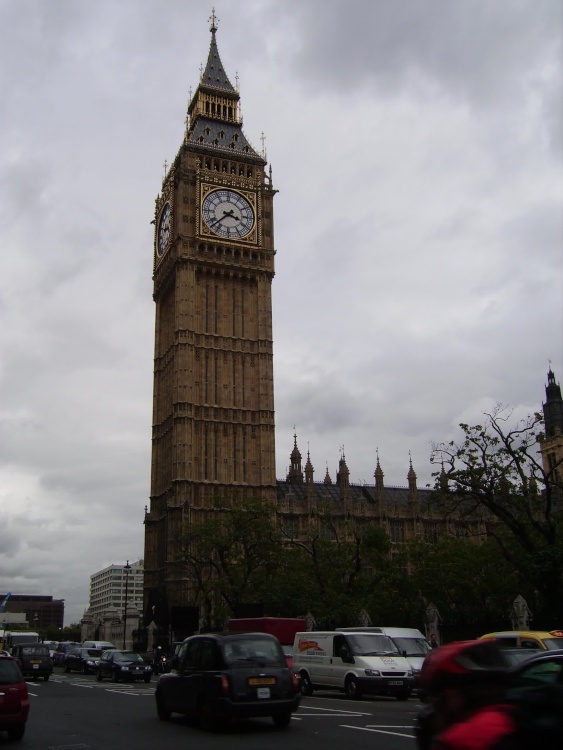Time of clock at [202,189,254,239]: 3:37
